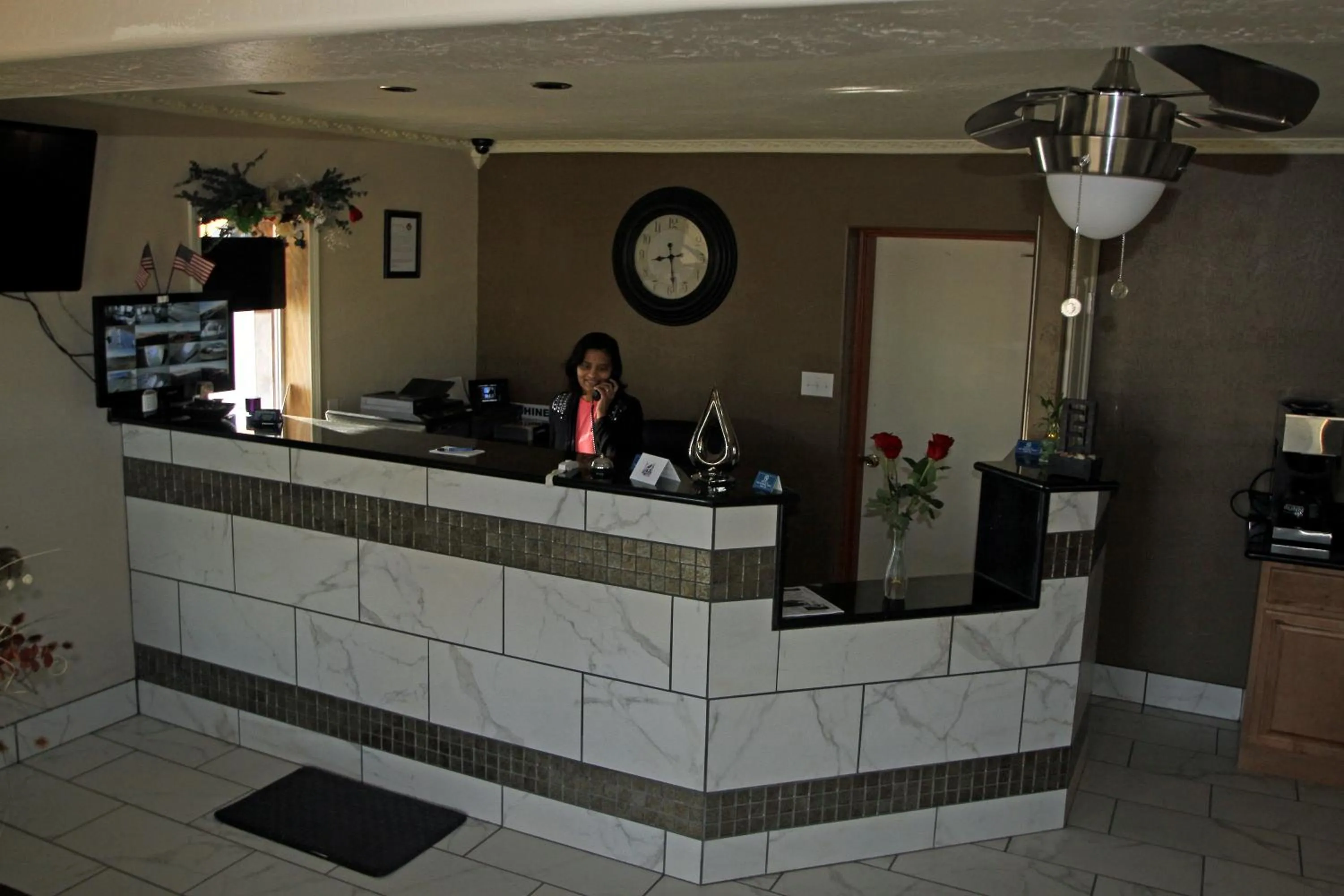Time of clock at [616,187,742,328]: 8:28
